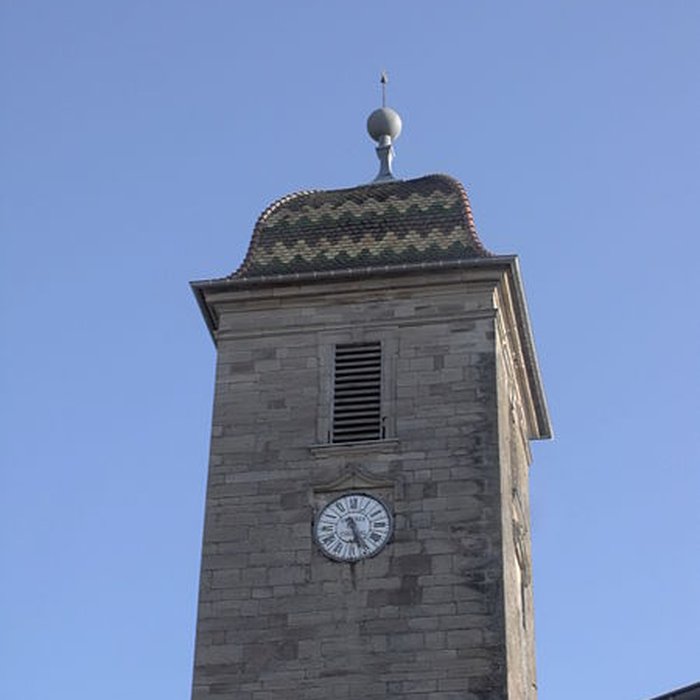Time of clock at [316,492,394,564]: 5:26
